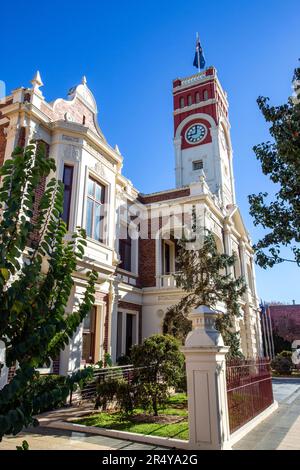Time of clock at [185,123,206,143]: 9:01
